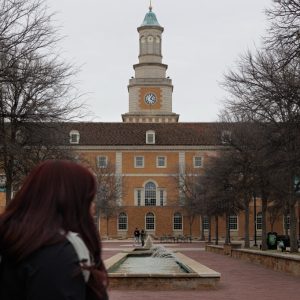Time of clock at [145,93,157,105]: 4:06
